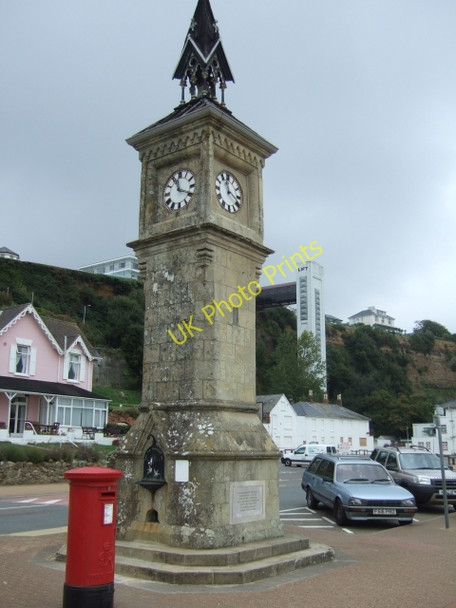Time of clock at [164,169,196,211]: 11:18
